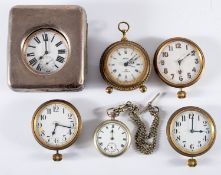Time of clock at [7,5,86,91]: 8:00
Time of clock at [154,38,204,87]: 6:09
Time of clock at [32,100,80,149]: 6:17
